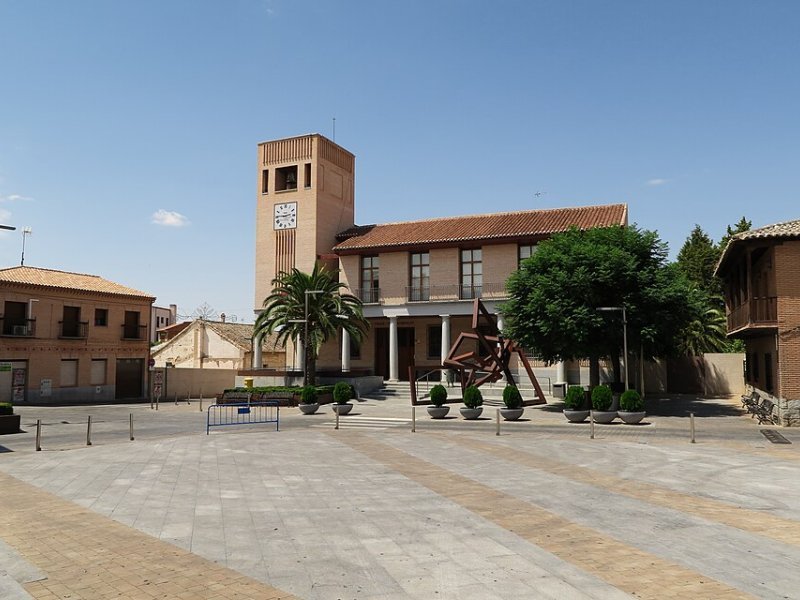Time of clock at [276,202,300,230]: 2:45
